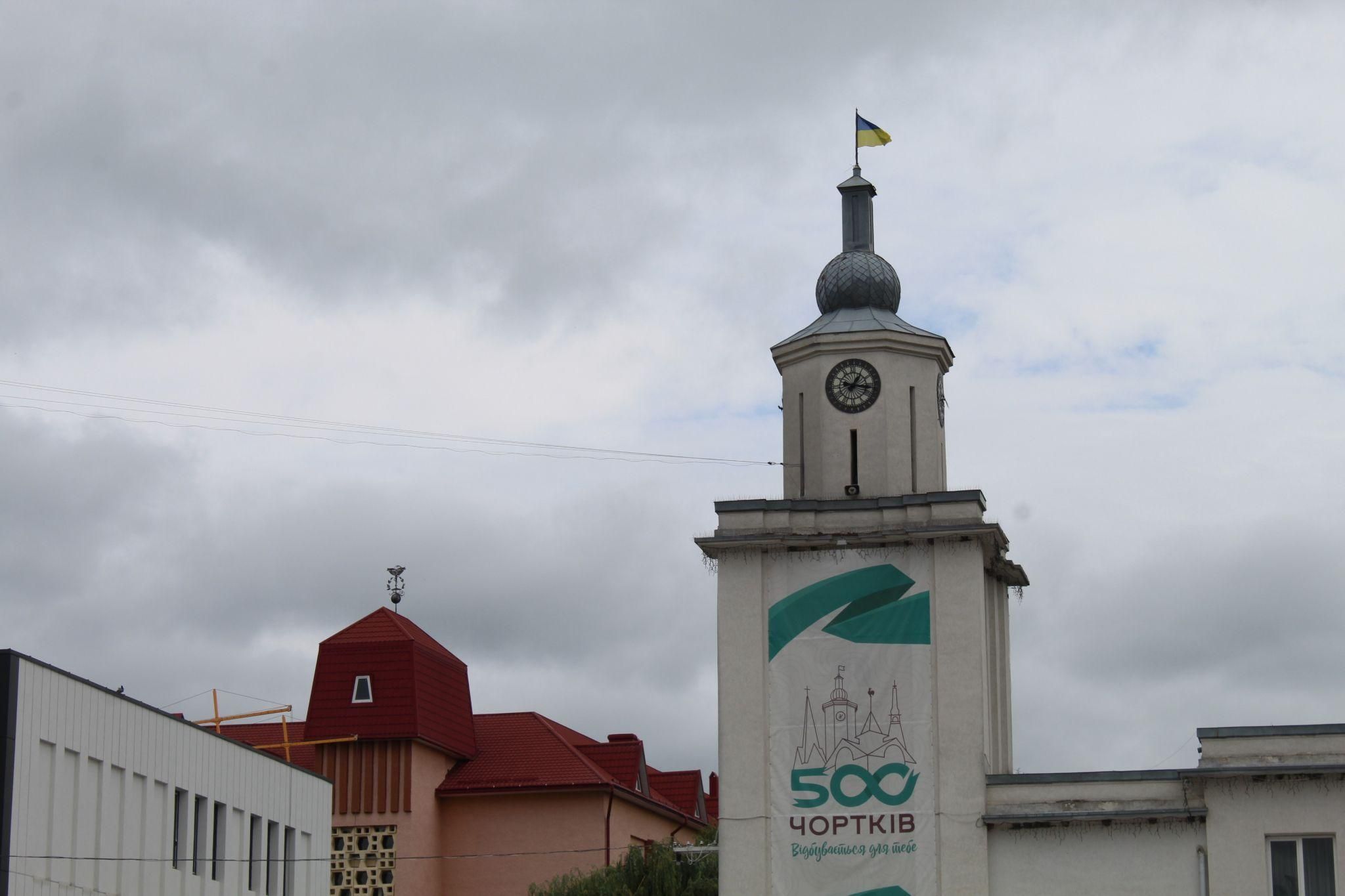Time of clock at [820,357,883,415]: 1:16
